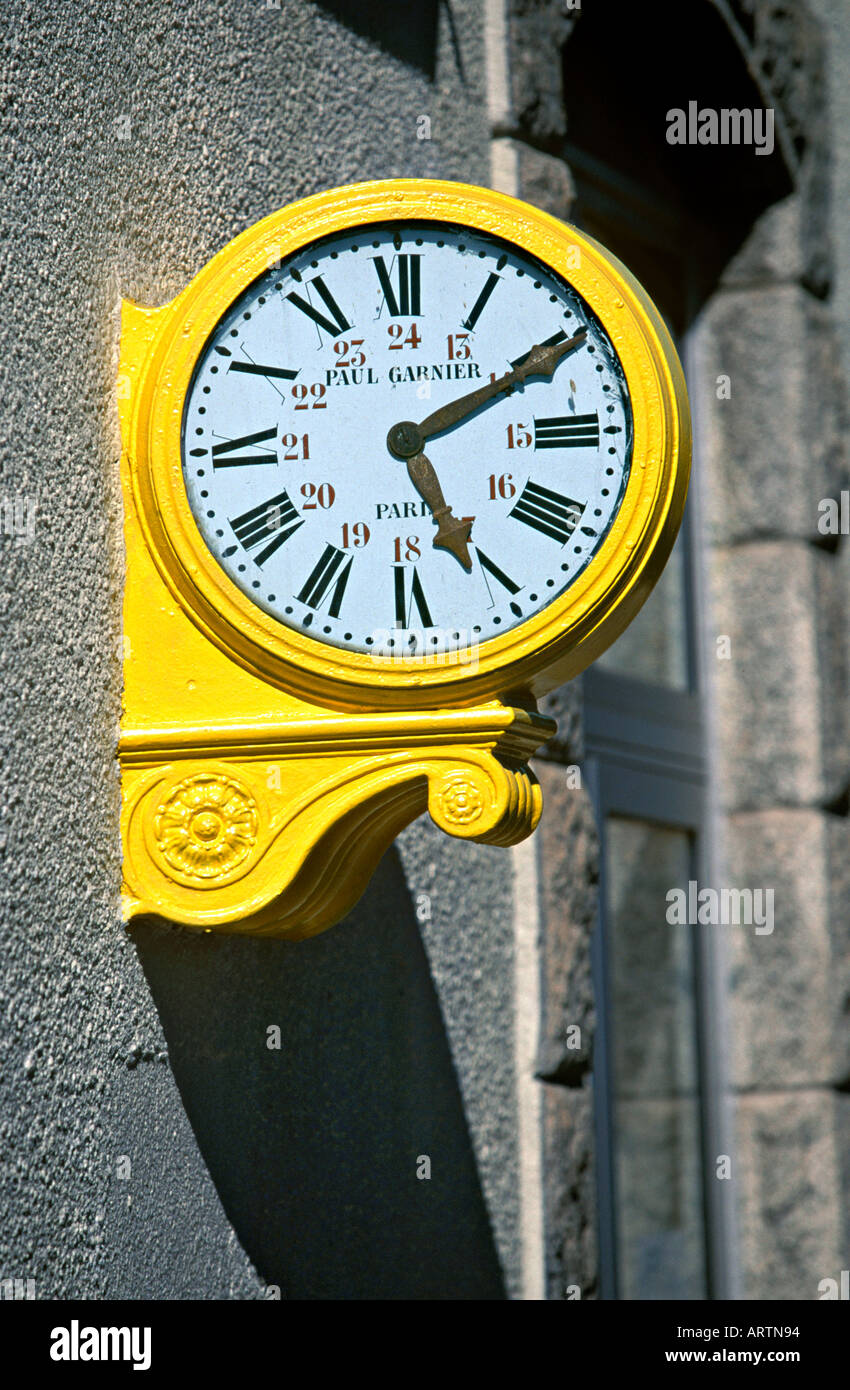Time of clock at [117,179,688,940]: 5:10
